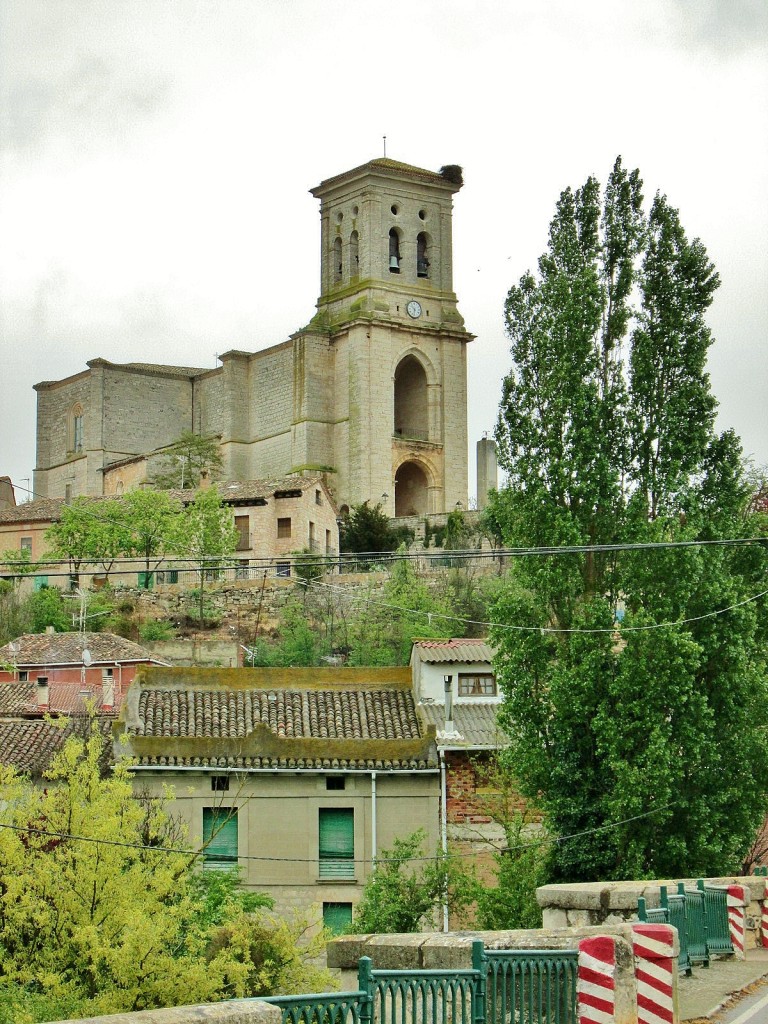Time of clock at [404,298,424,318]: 10:32
